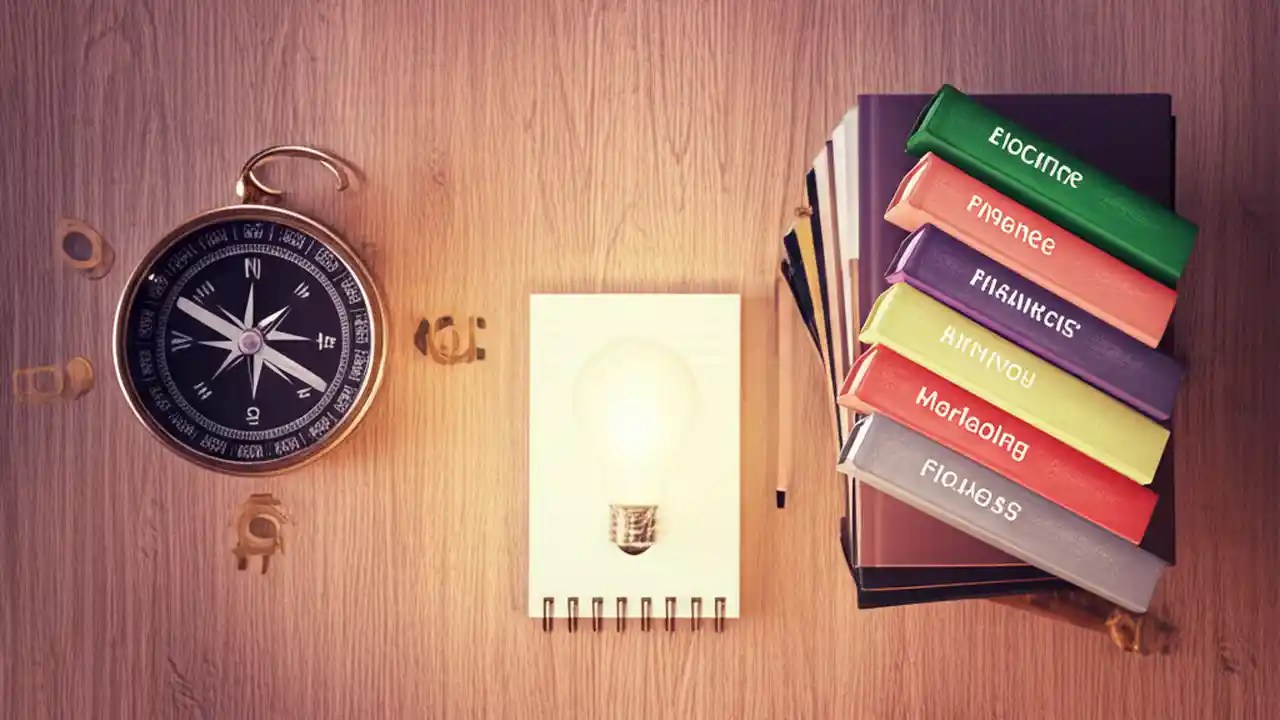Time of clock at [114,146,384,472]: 3:49
